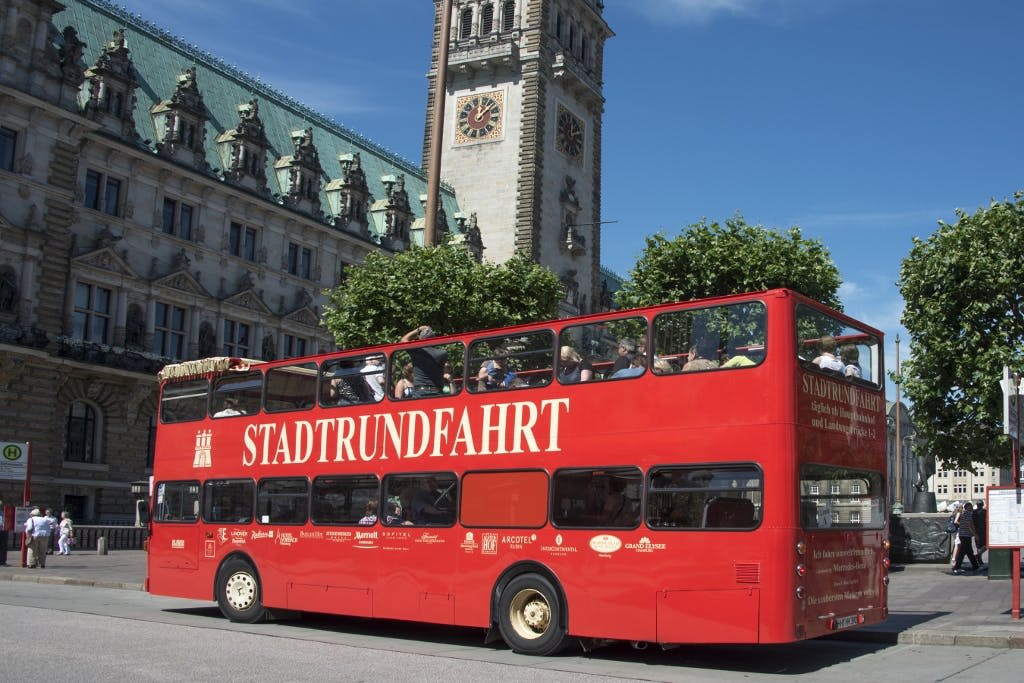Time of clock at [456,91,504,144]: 12:07
